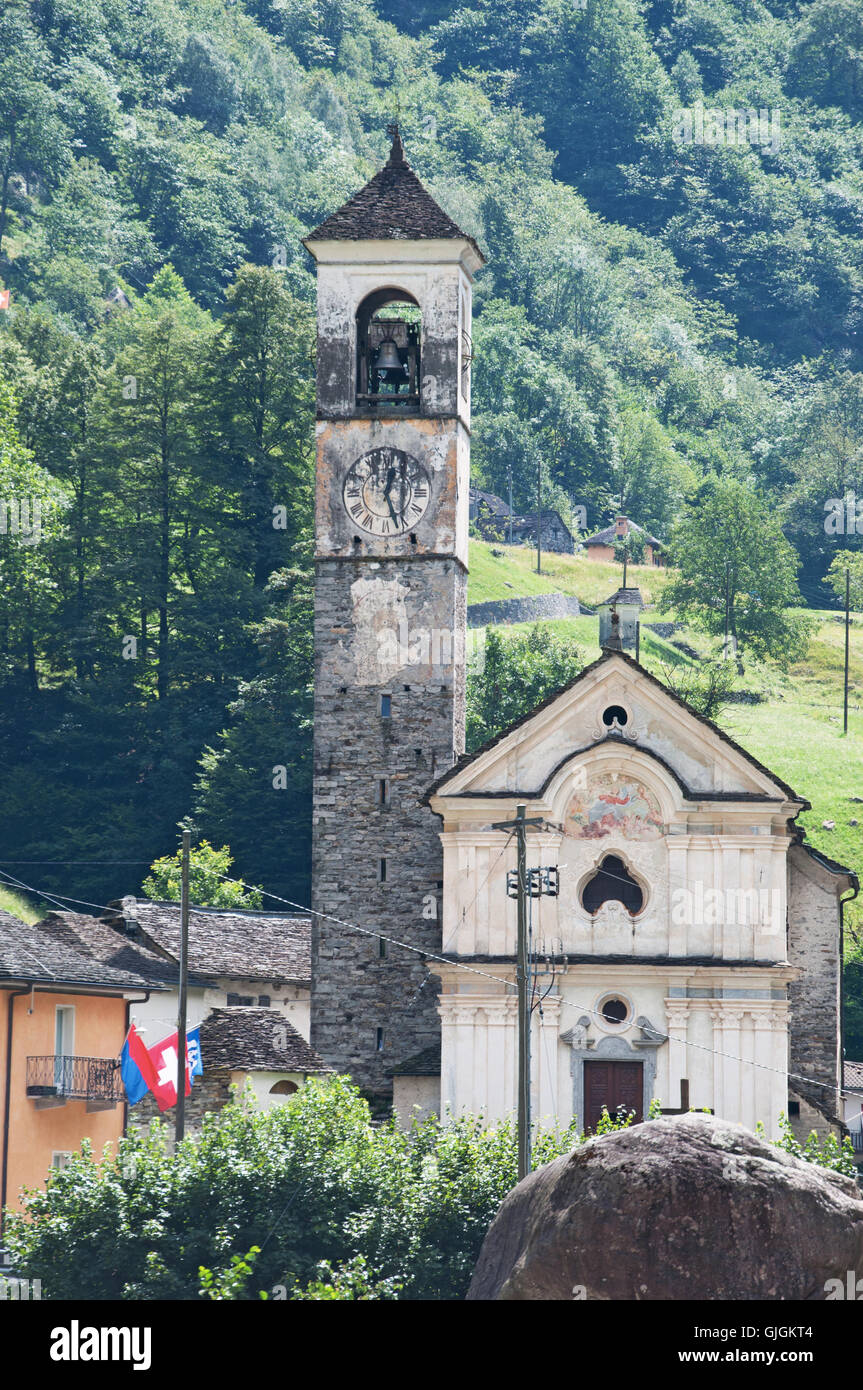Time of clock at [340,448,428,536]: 12:26
